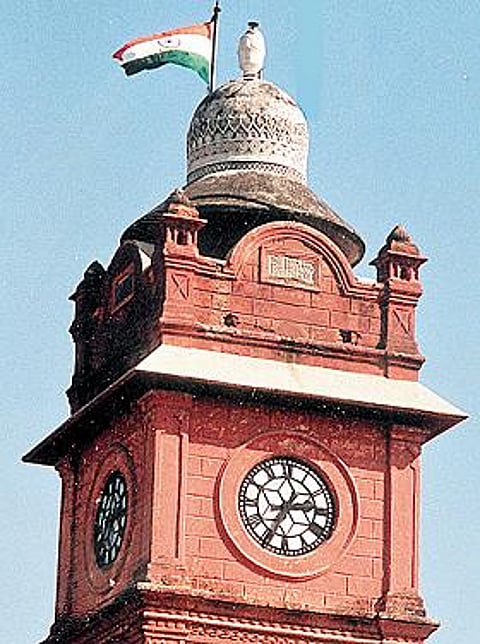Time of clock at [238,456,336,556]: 2:34
